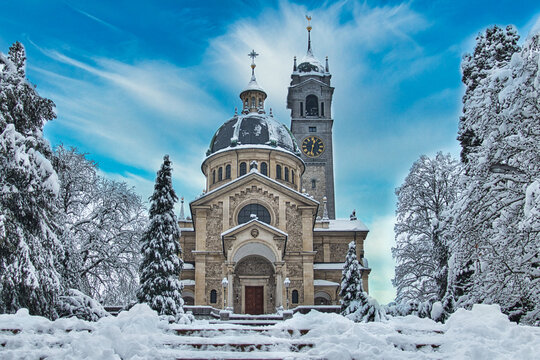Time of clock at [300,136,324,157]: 12:32
